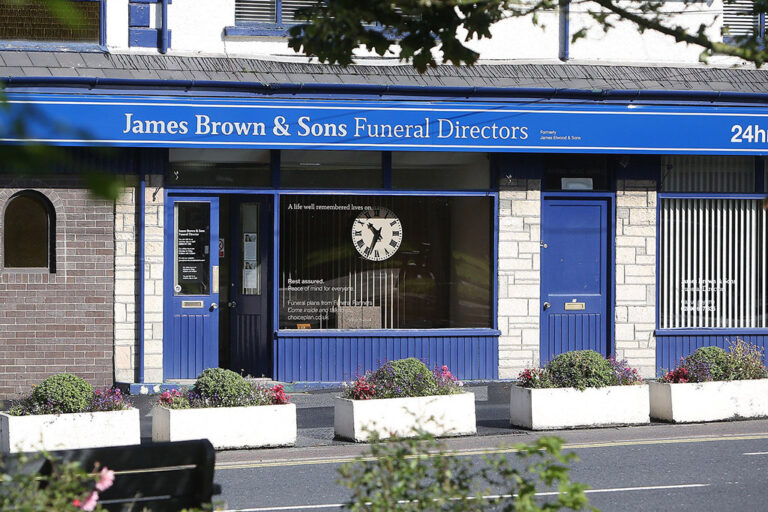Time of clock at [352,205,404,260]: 10:34
